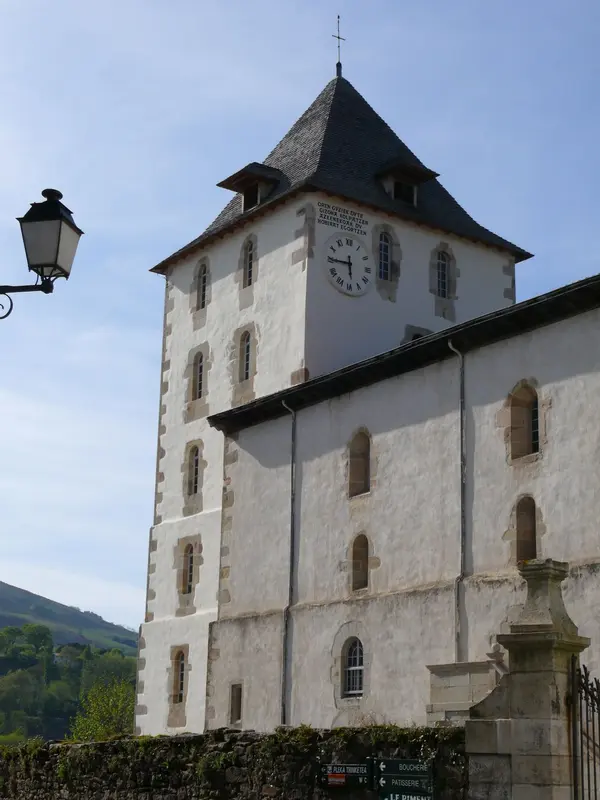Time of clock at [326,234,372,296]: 5:45
